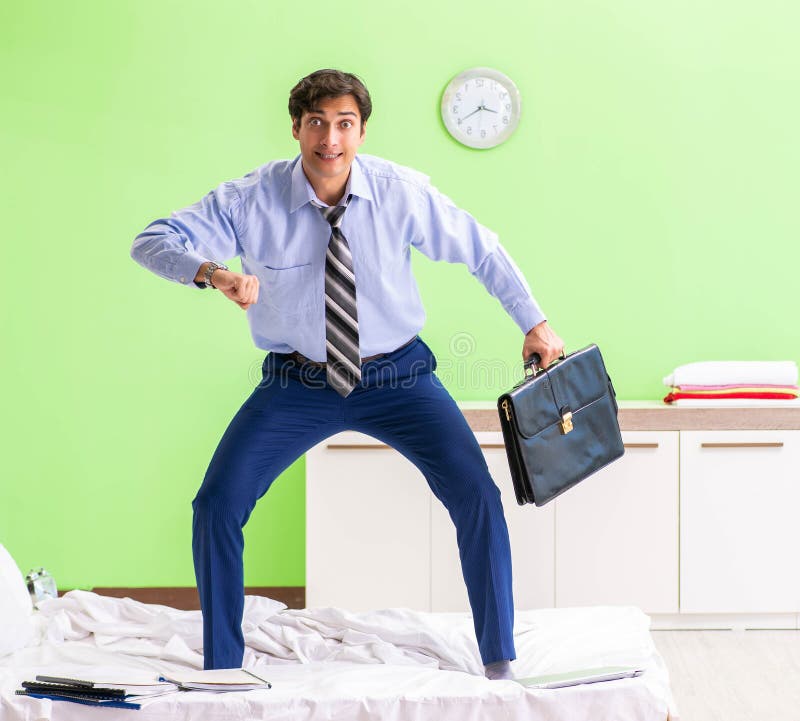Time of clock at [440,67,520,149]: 3:40
